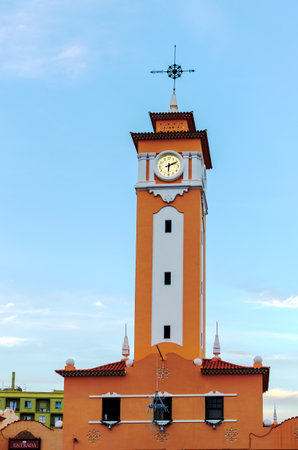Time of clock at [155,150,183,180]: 6:10
